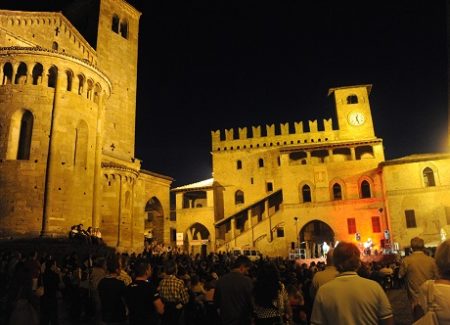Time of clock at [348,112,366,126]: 12:26
